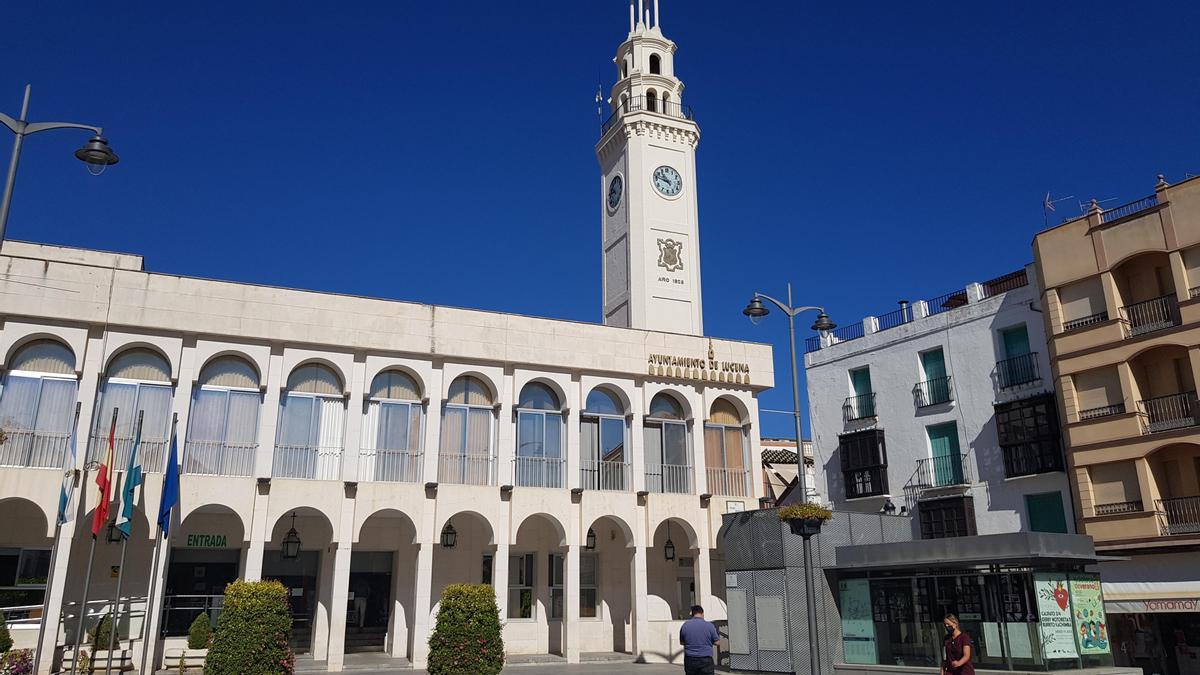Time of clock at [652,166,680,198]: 10:47
